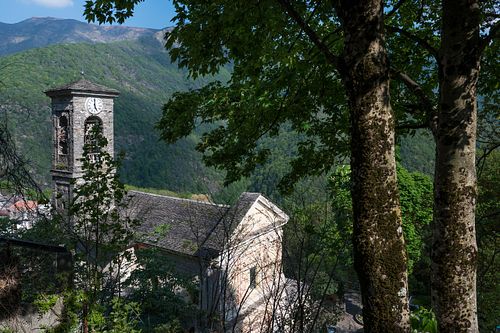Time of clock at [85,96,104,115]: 4:59
